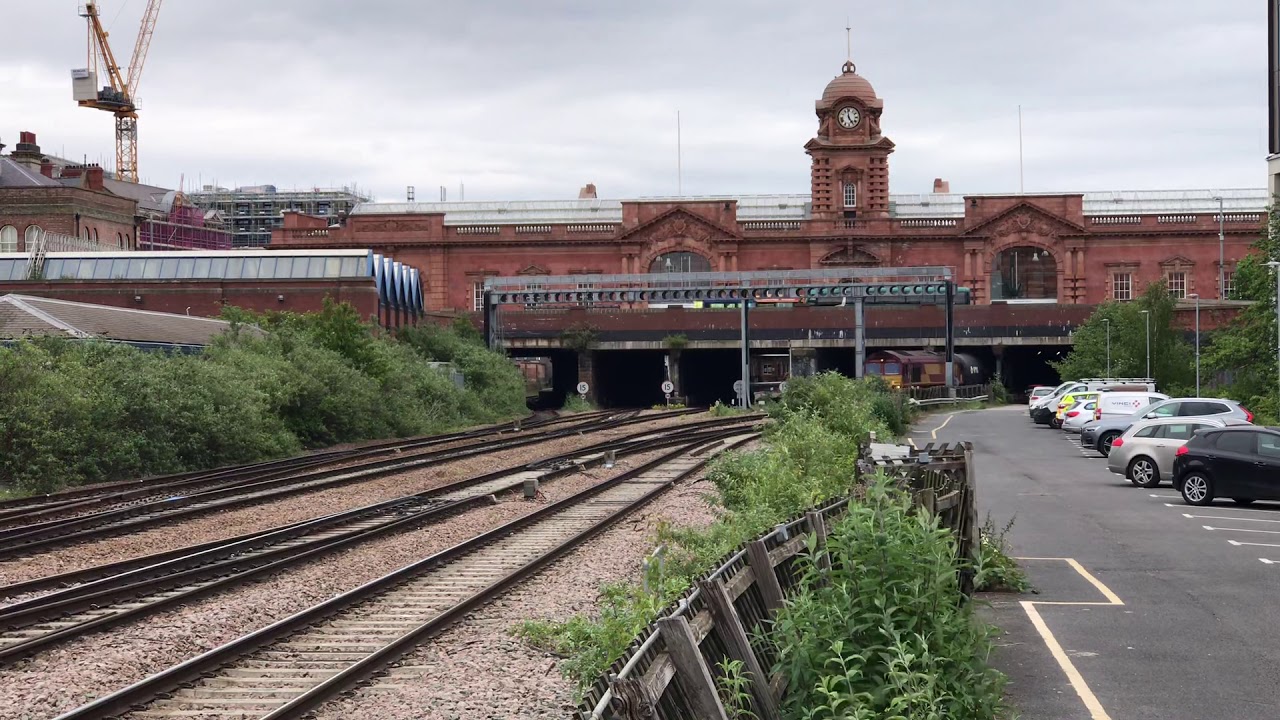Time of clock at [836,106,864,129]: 4:58
